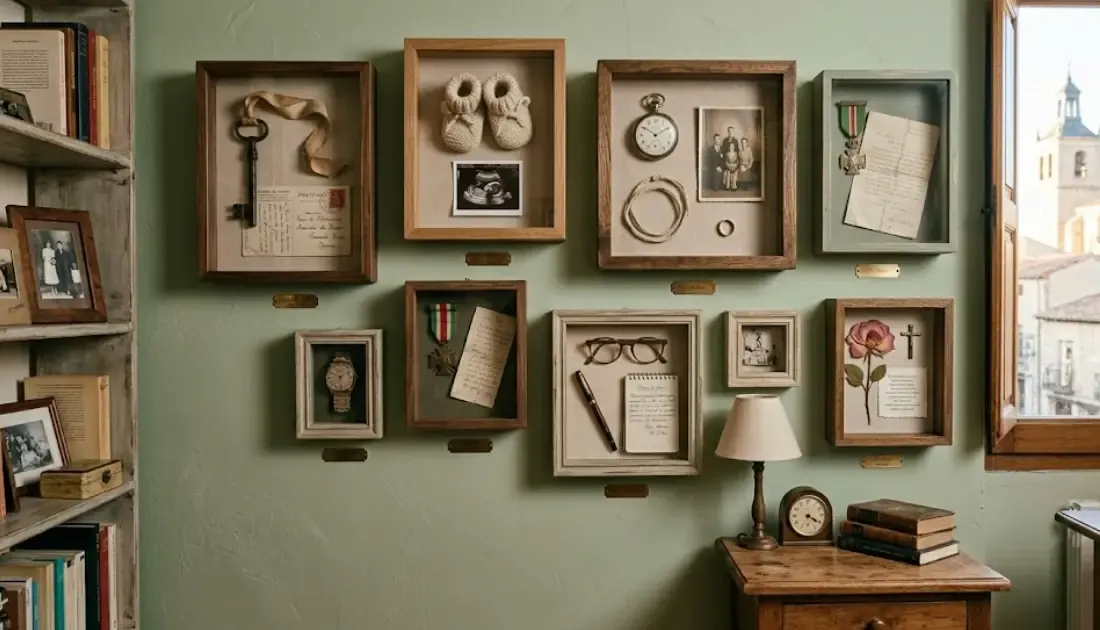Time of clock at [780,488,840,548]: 4:20
